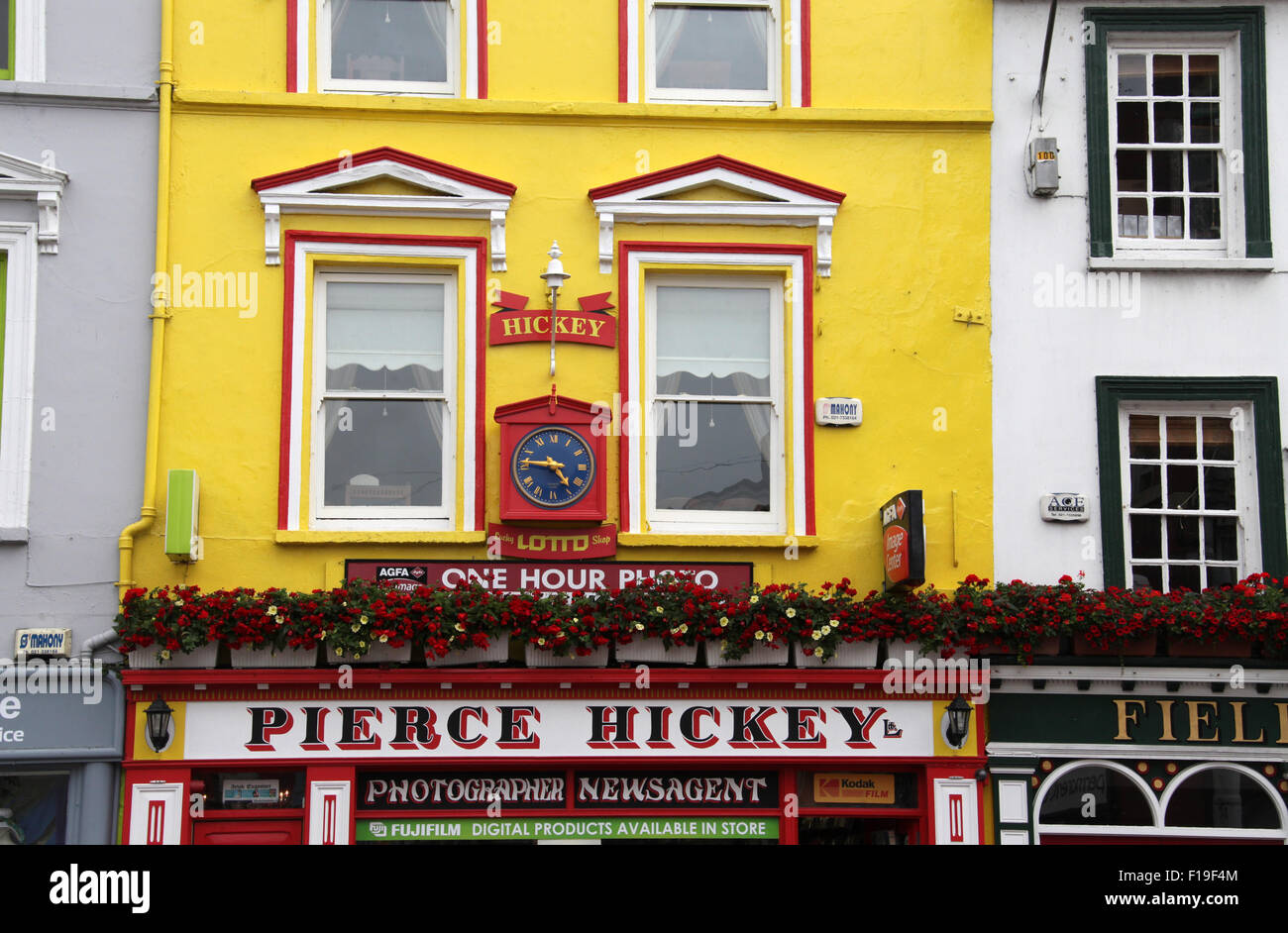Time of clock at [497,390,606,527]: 4:46
